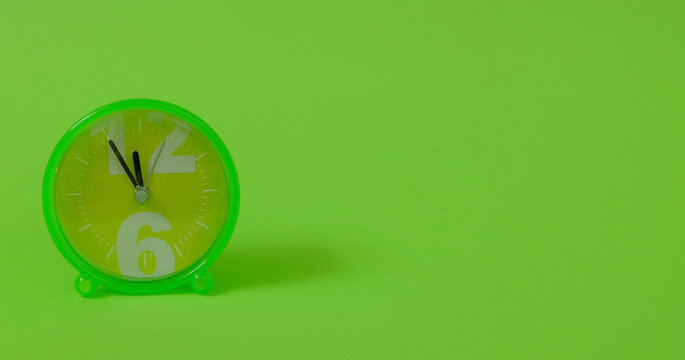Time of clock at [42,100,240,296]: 11:55
